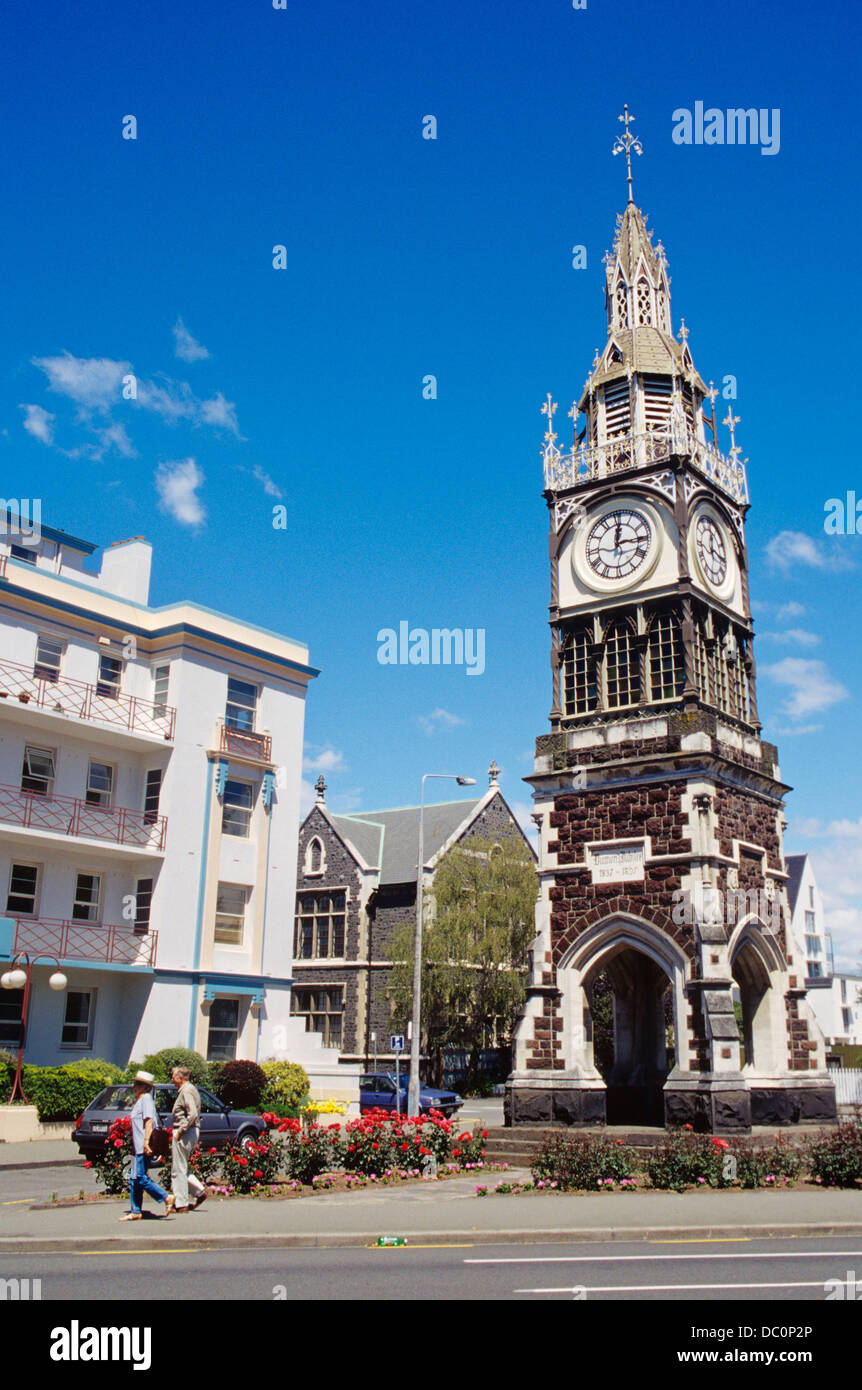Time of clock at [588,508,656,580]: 12:14
